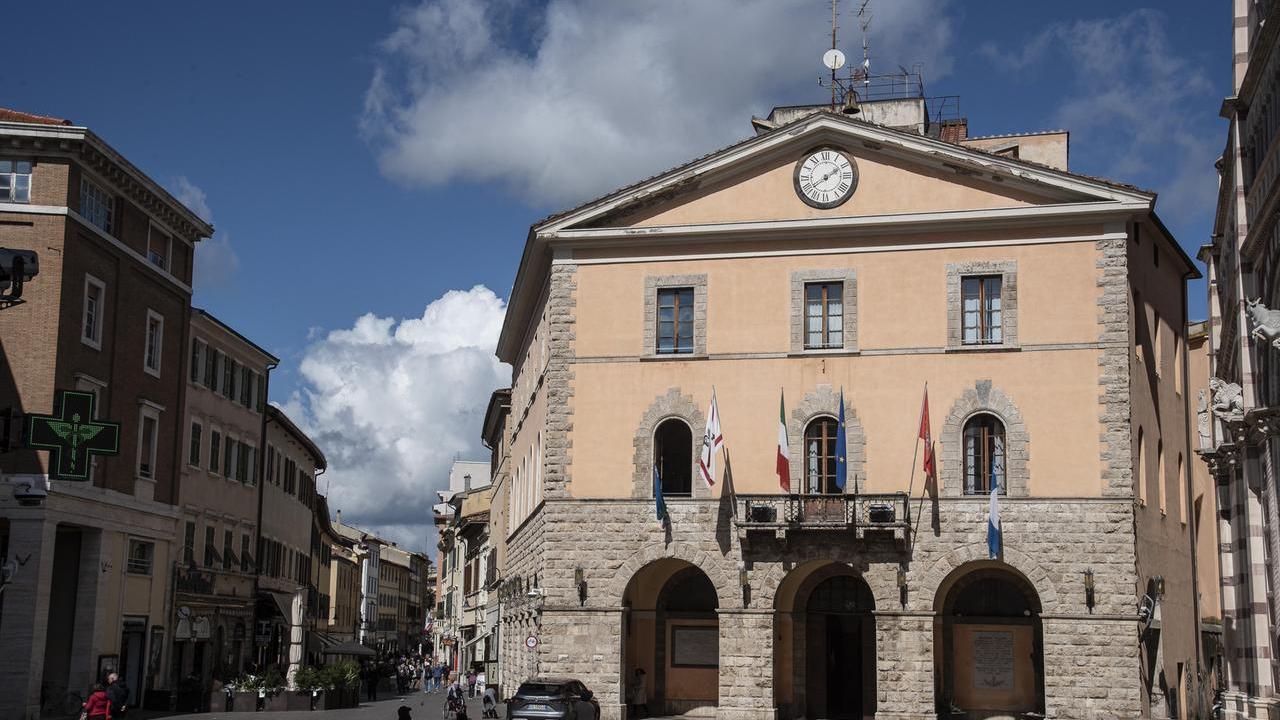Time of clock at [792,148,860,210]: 2:09
